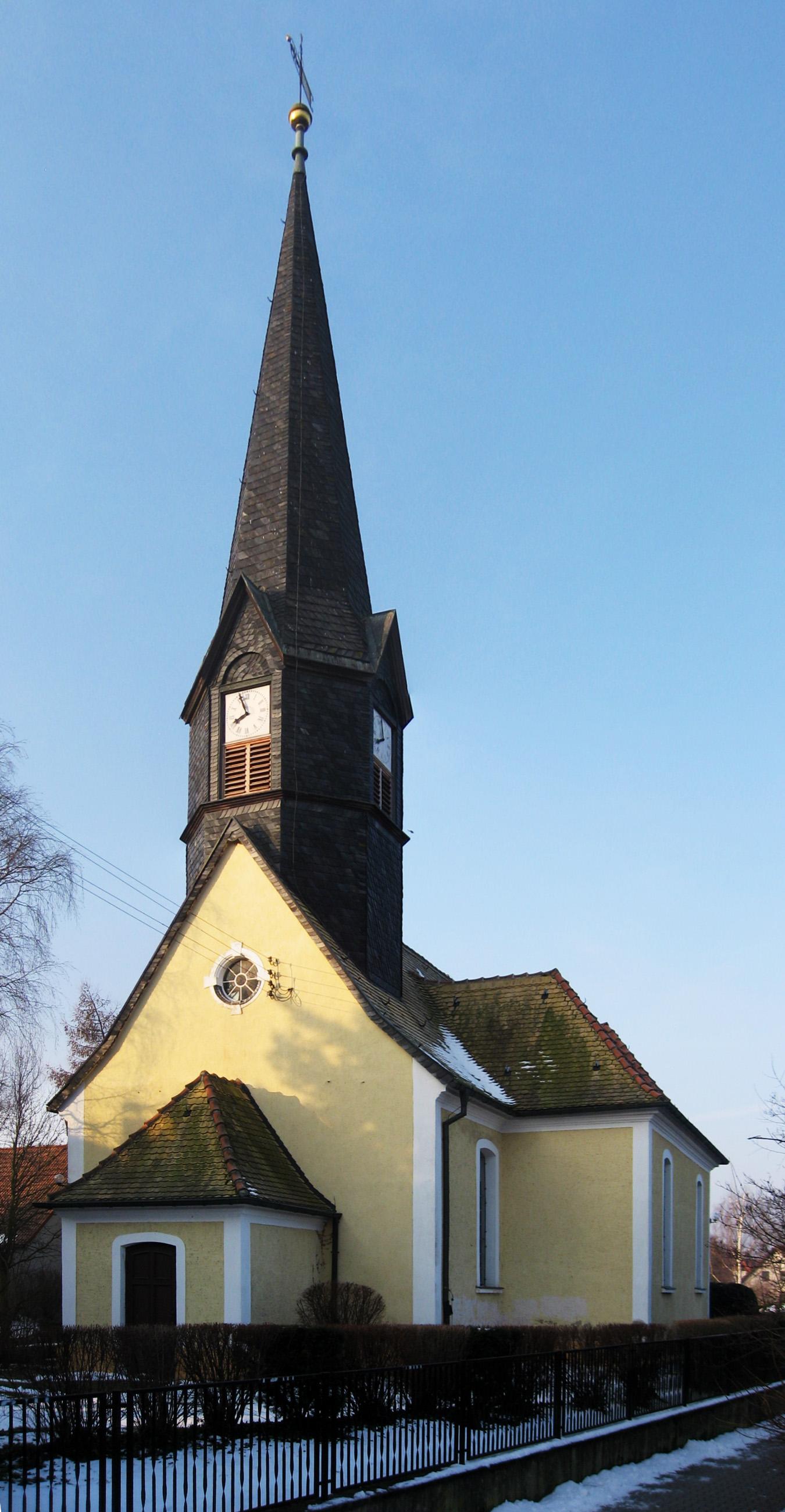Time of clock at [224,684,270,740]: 7:56
